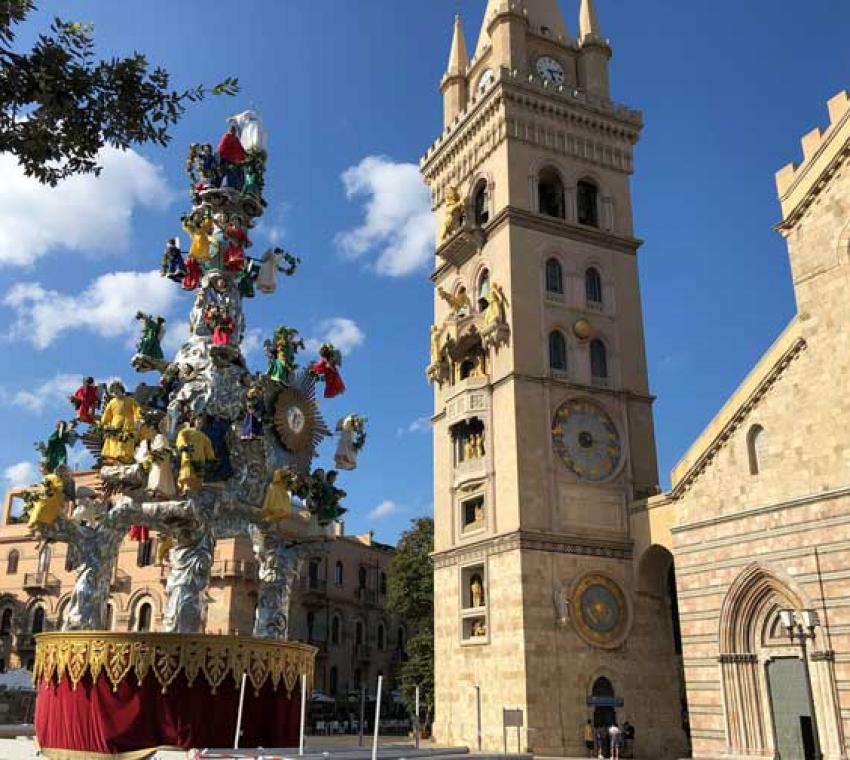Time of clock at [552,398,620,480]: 7:15
